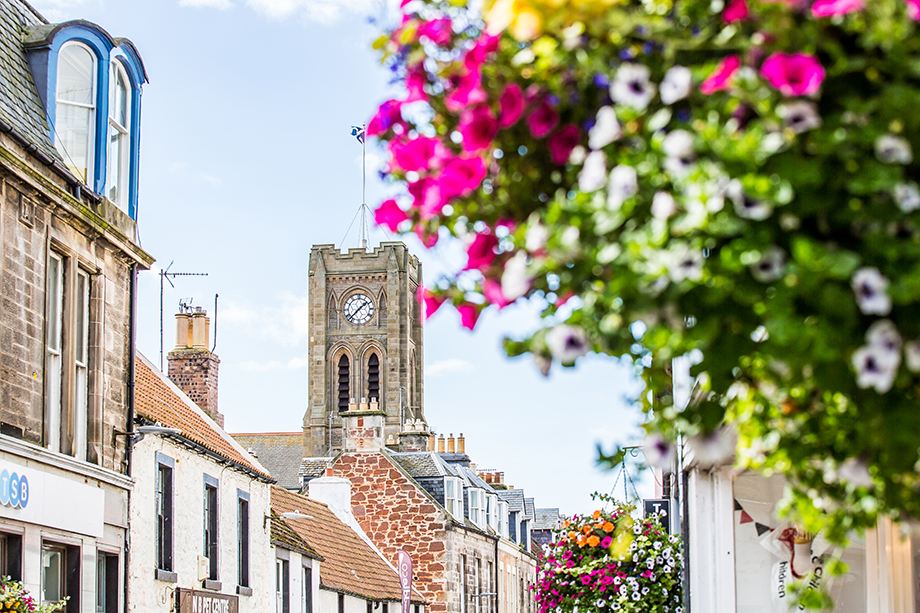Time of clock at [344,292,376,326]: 1:37
